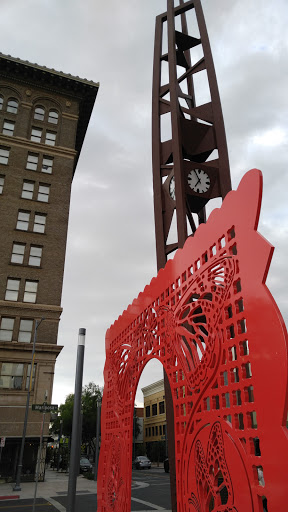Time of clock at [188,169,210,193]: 6:54
